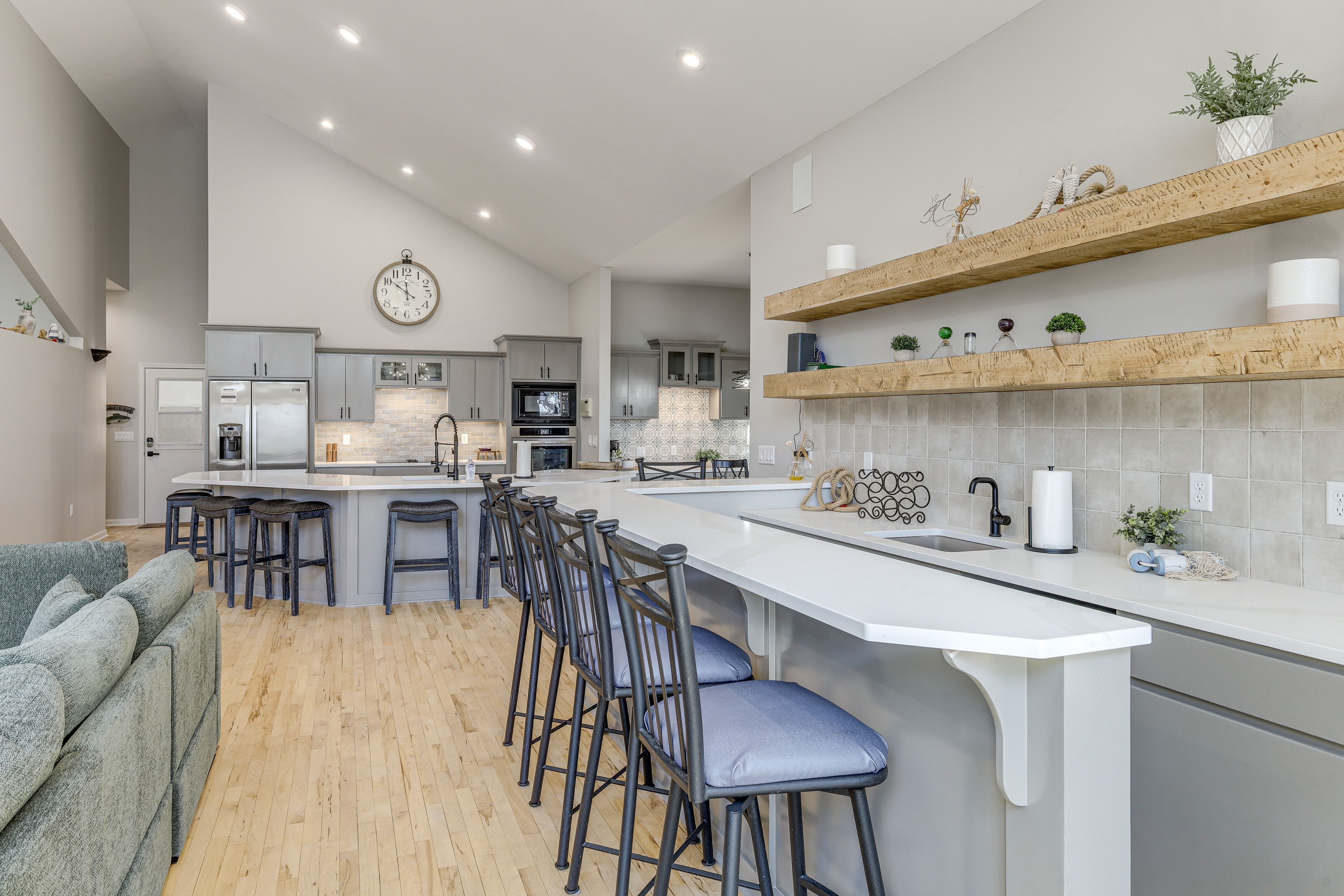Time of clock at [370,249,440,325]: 11:50
